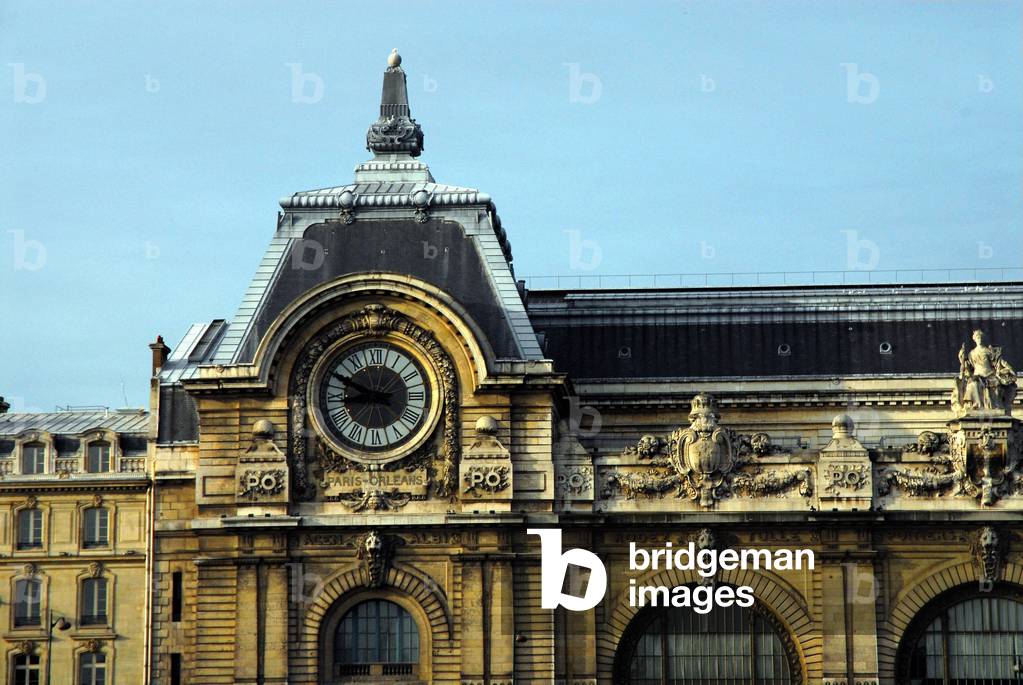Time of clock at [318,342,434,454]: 8:49
